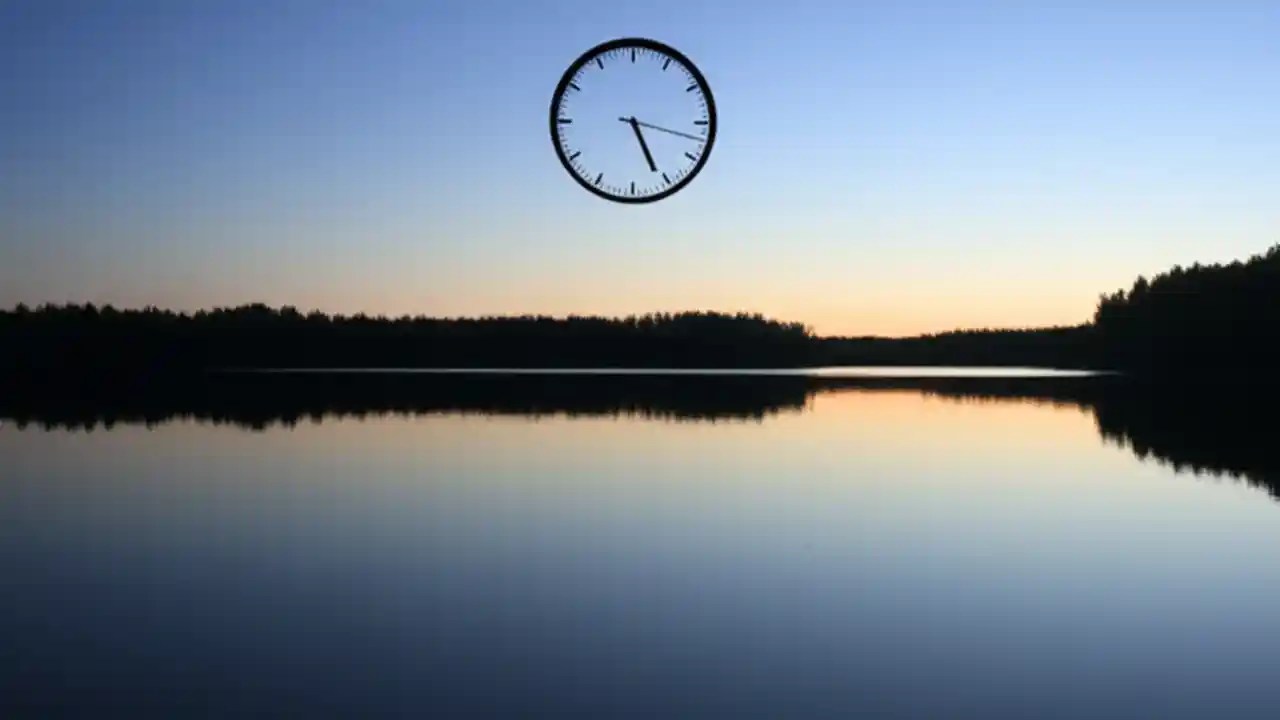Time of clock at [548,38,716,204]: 5:17
